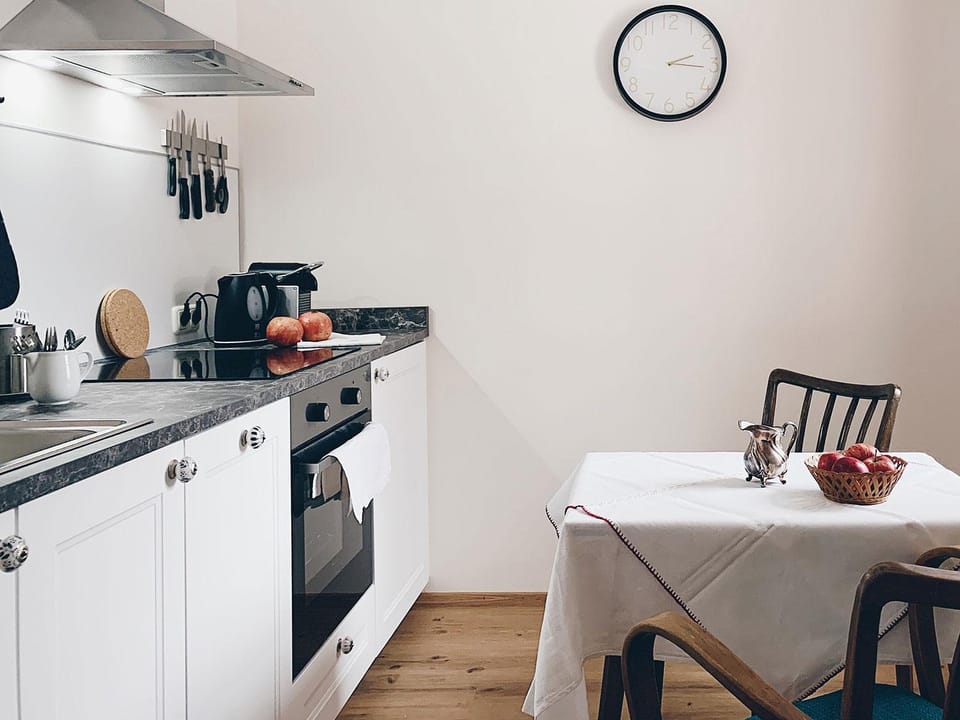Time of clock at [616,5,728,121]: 2:15
